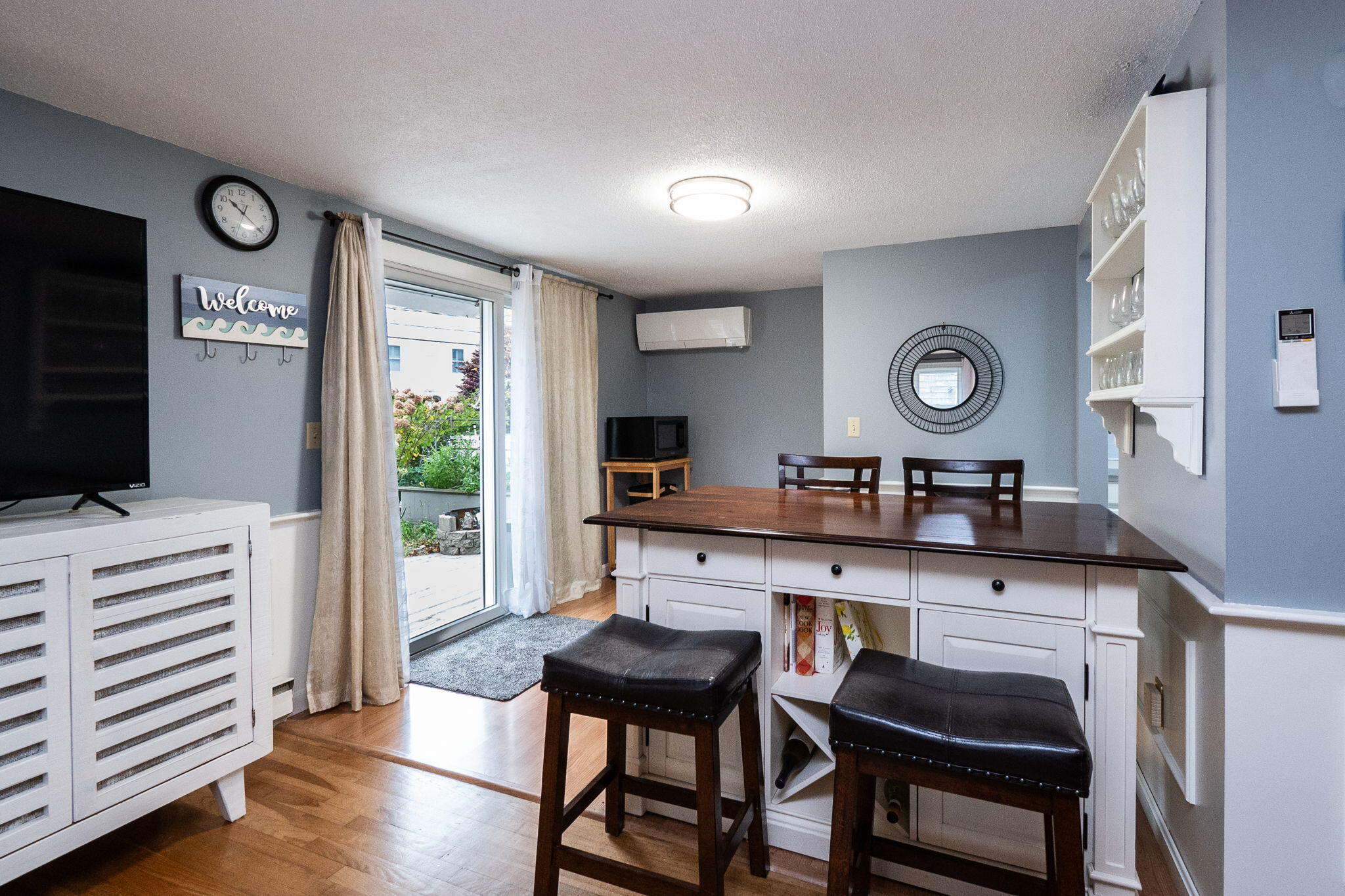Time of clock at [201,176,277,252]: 10:21
